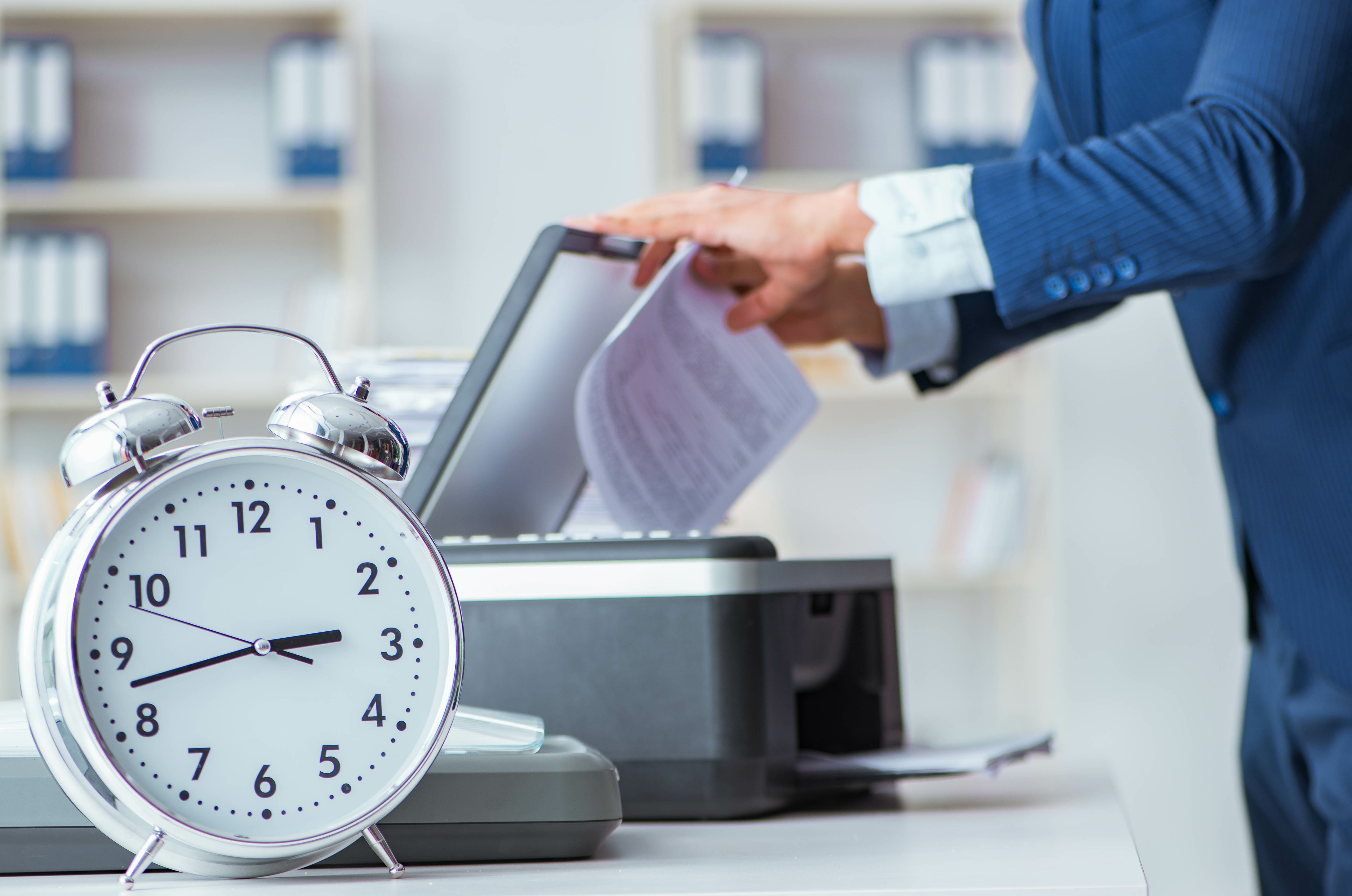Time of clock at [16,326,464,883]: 2:42
